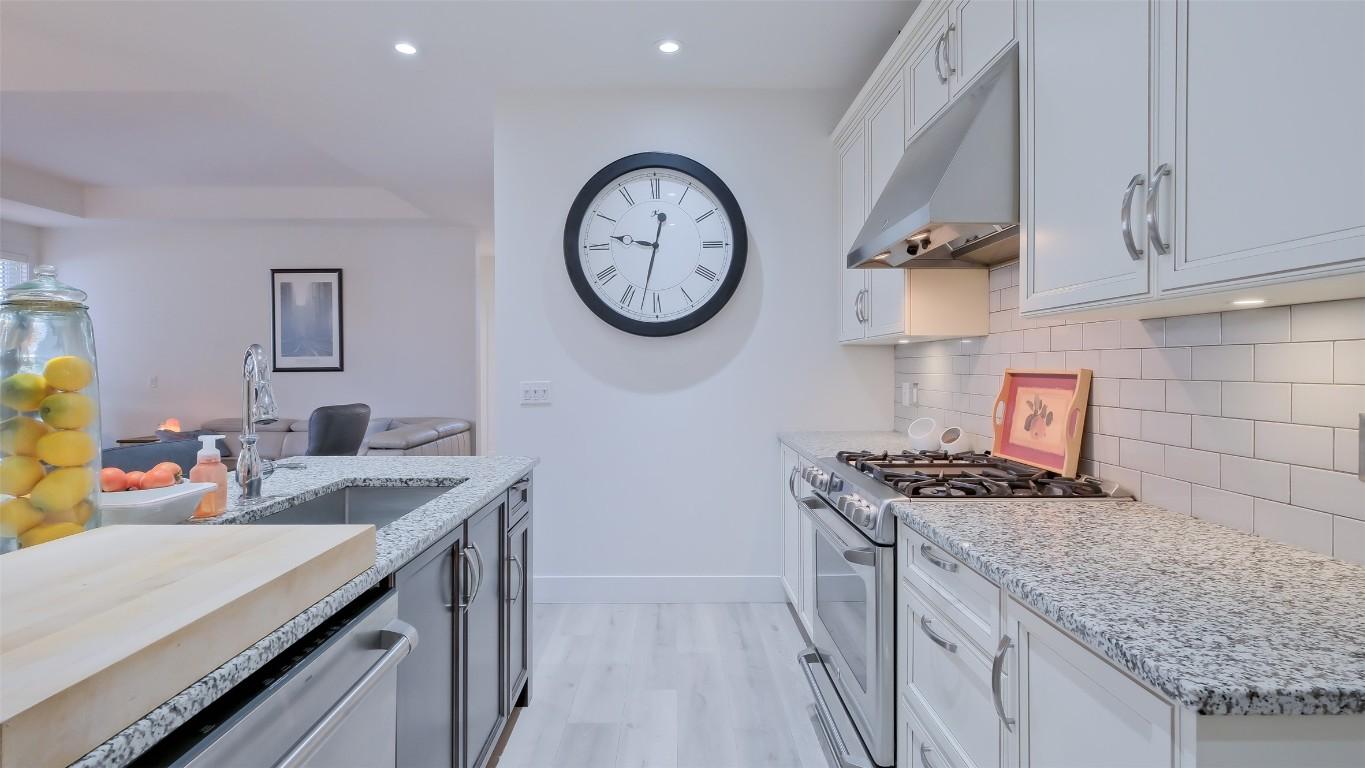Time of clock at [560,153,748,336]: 9:32
